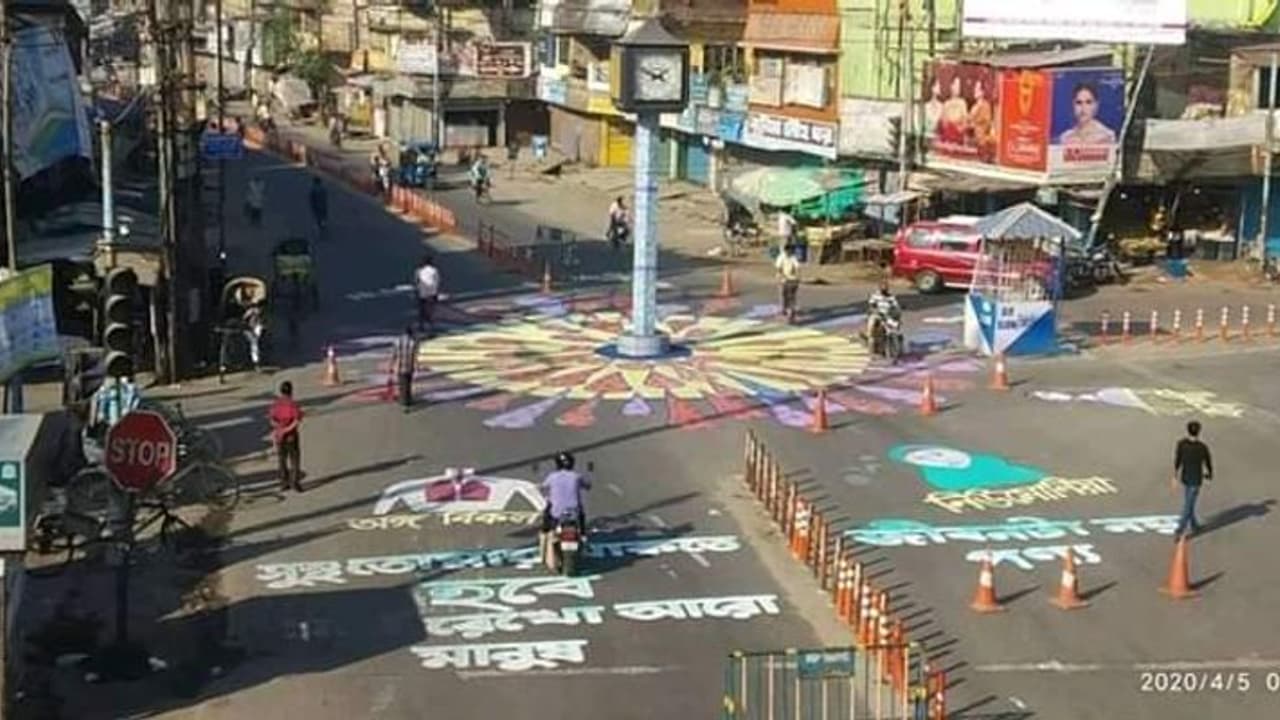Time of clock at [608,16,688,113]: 1:49
